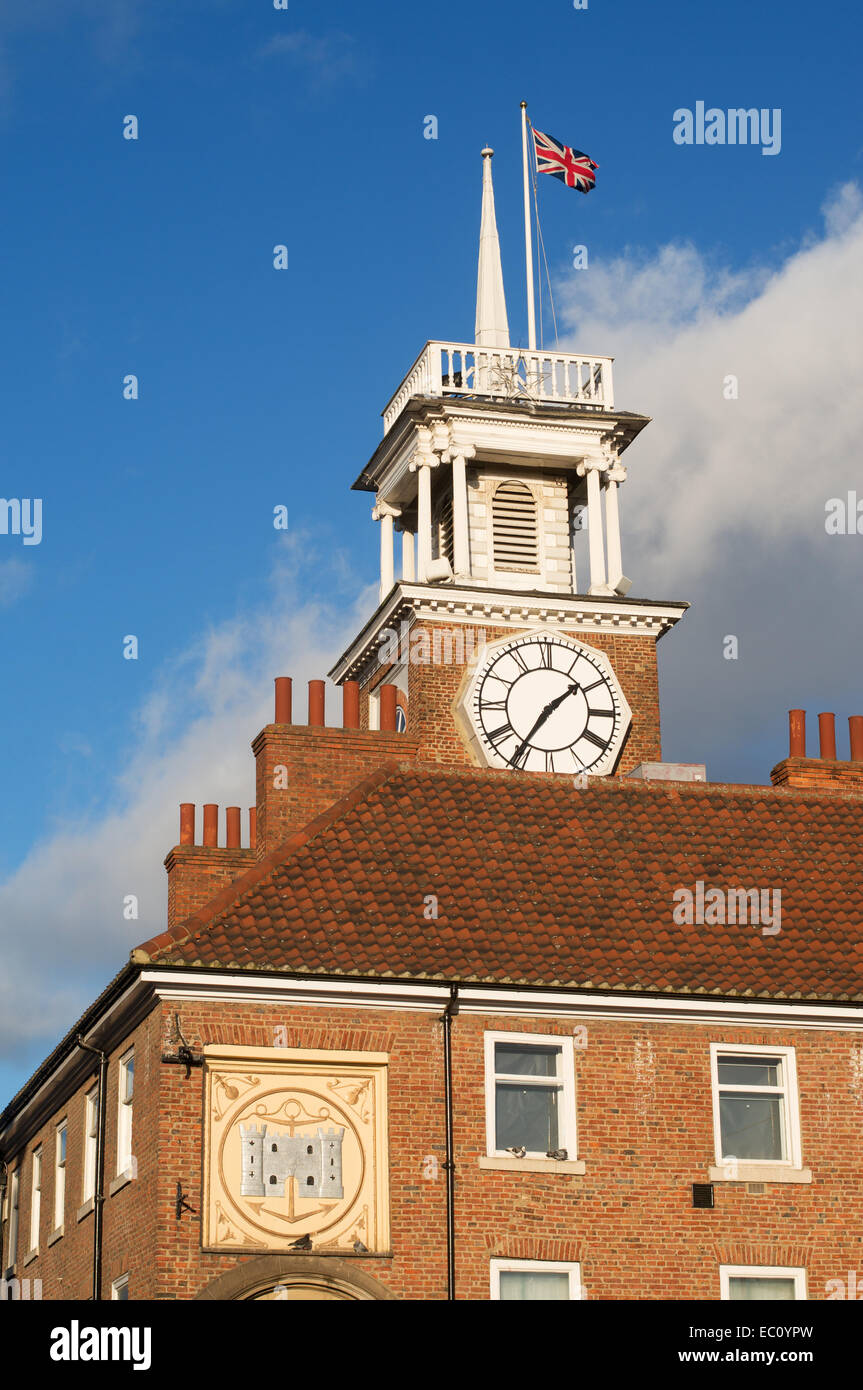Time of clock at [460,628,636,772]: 1:35
